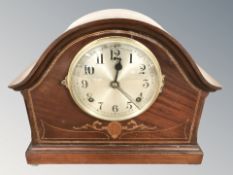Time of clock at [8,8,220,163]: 12:22
